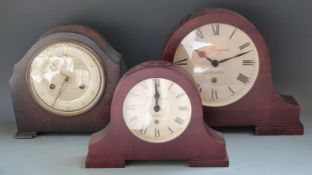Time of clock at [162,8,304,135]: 10:11
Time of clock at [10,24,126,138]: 10:34
